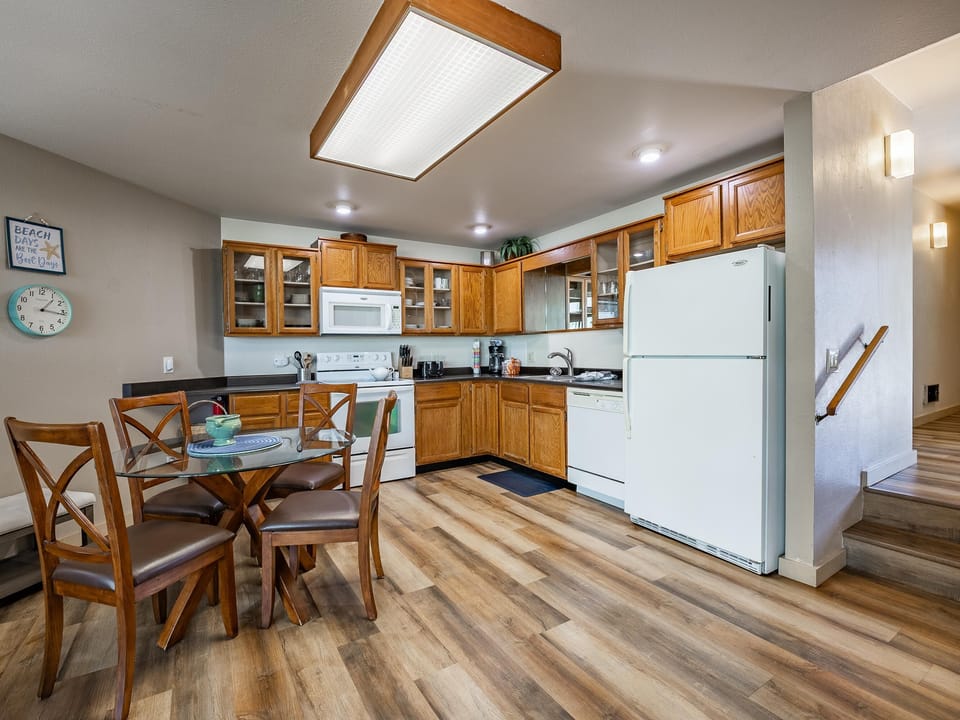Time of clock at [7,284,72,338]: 1:16
